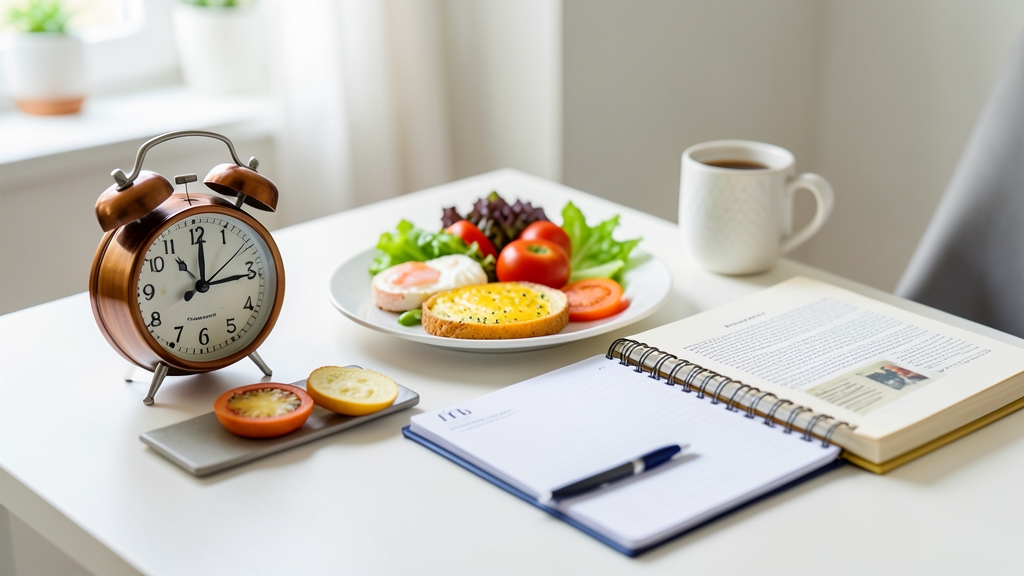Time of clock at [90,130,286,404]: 12:13
